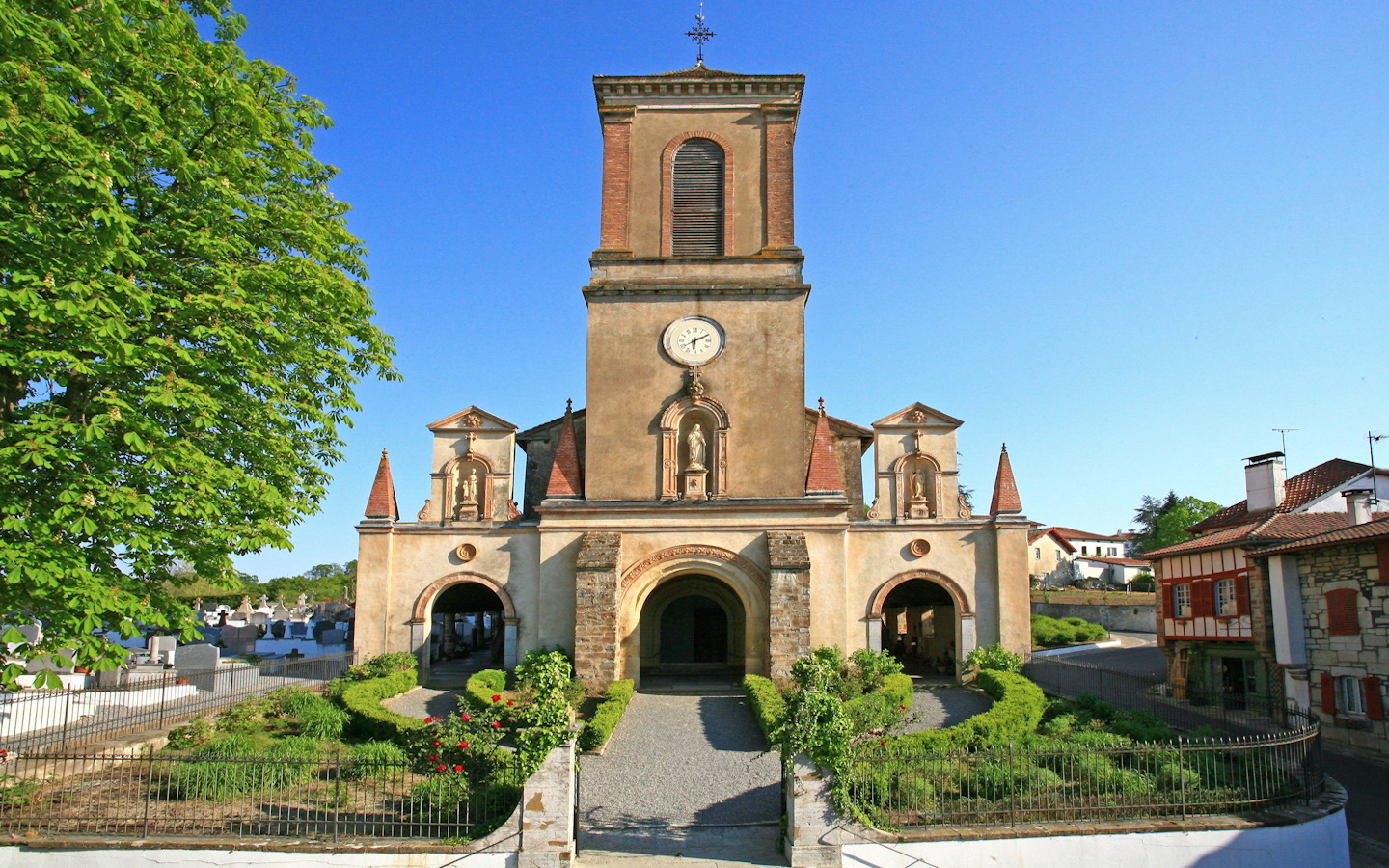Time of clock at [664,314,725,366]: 6:10
